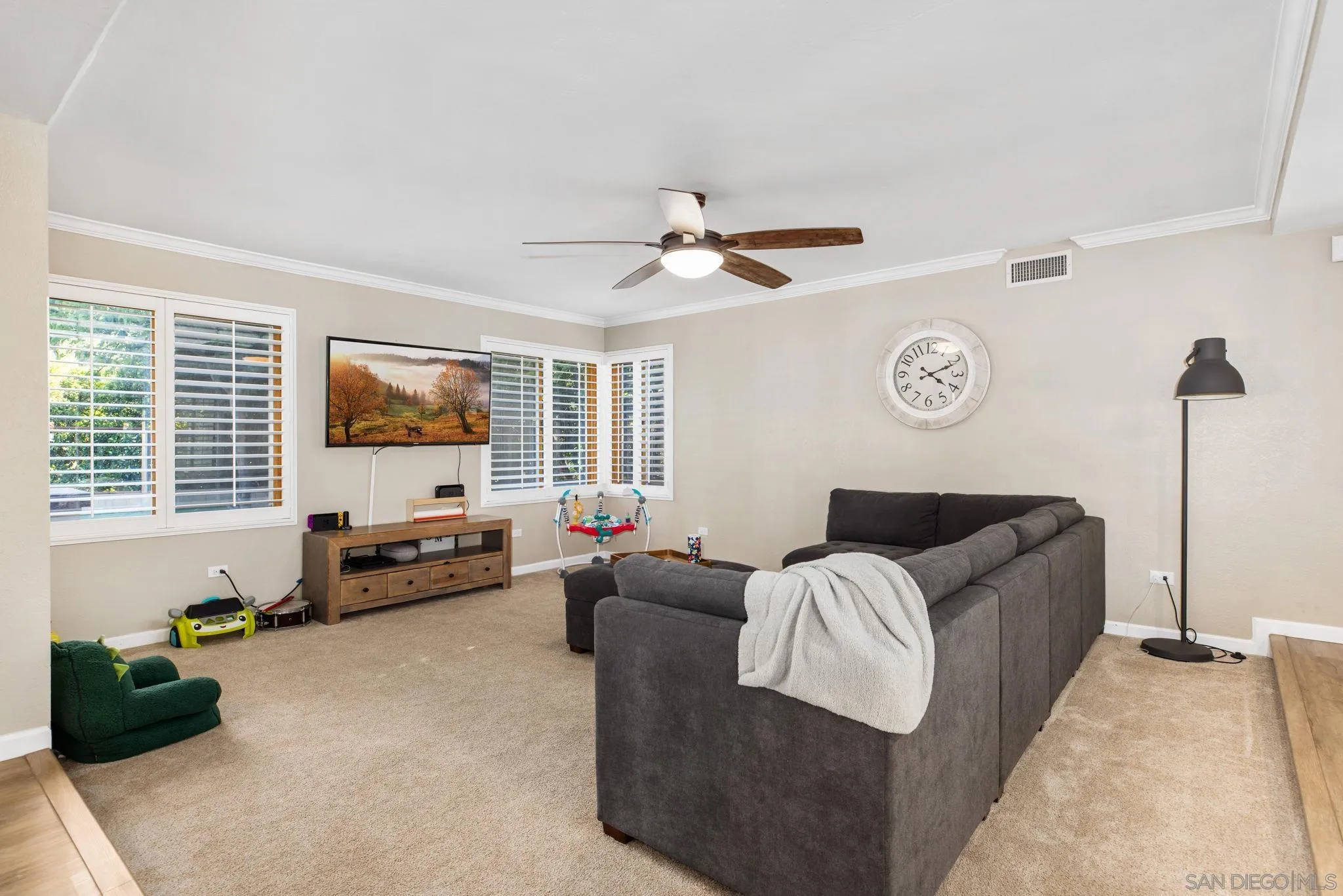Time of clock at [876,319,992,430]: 4:11
